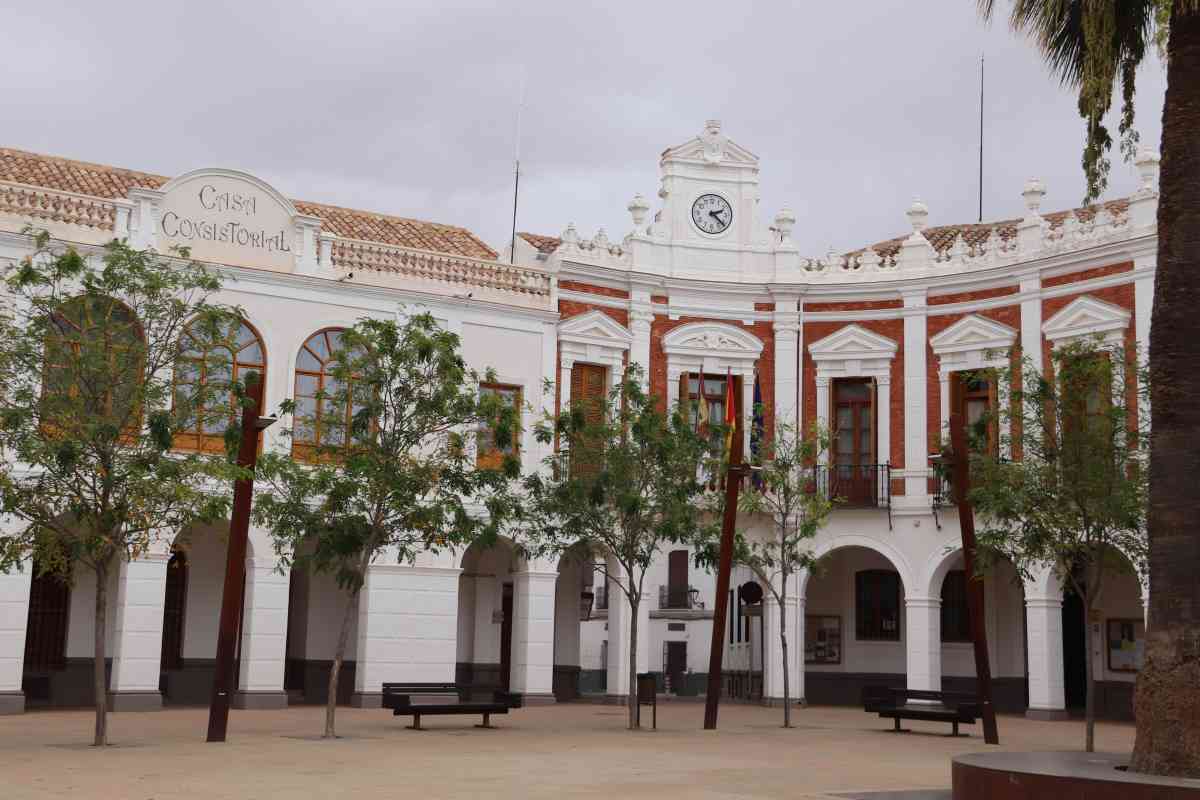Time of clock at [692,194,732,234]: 2:22
